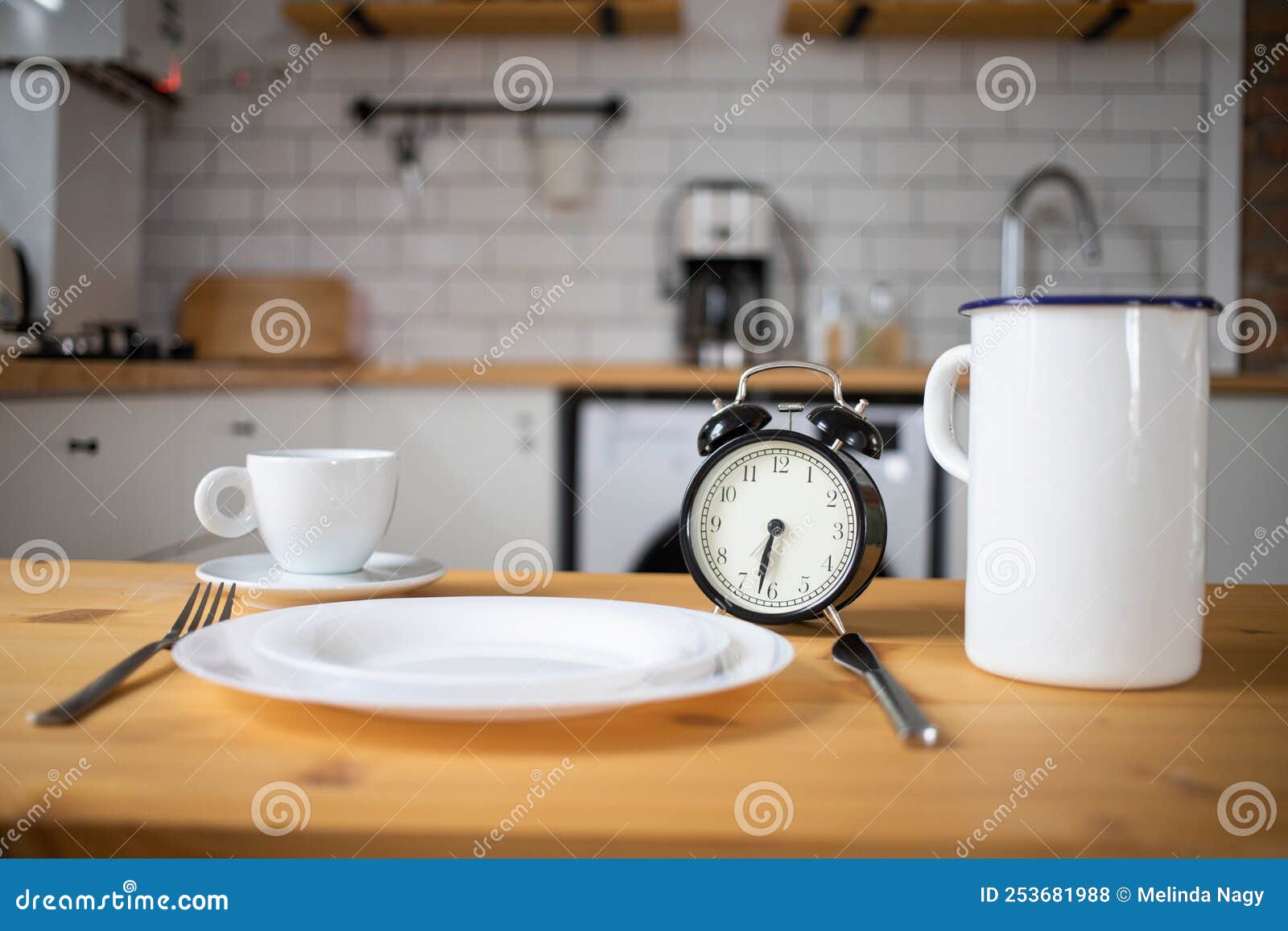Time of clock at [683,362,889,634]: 6:31
